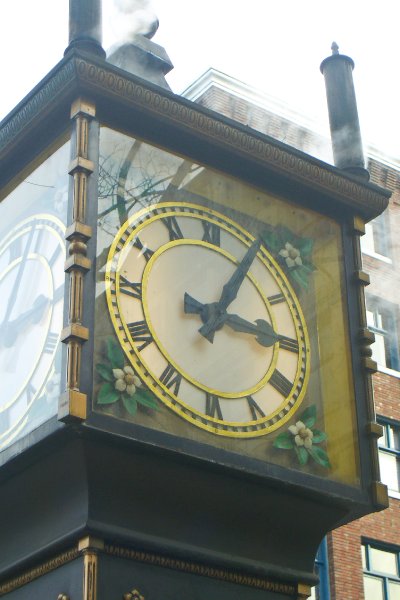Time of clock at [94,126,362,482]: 3:04
